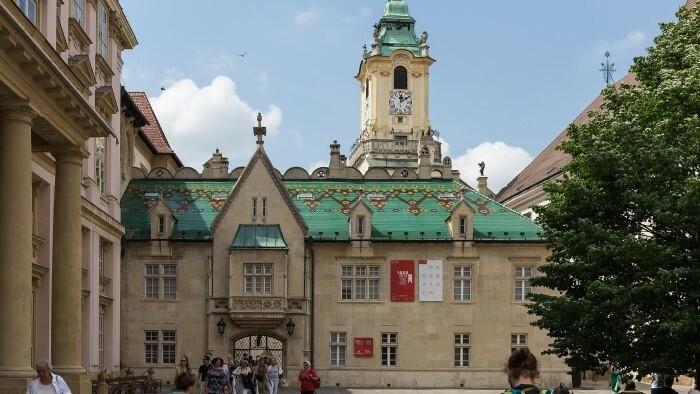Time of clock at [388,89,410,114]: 12:09
